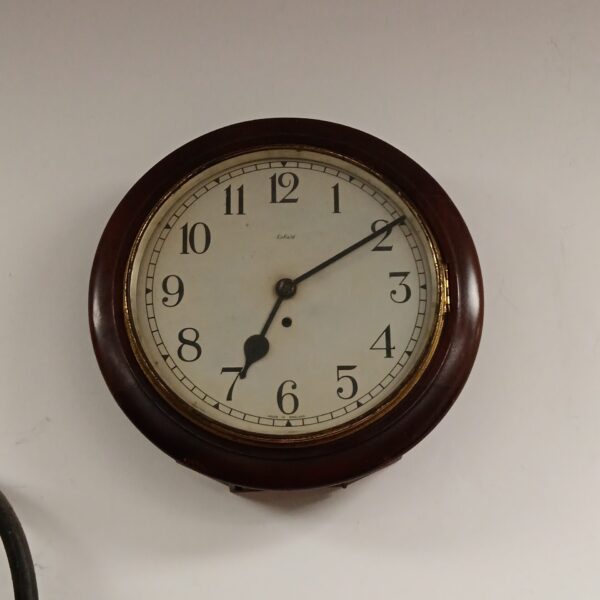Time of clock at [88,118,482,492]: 7:09
